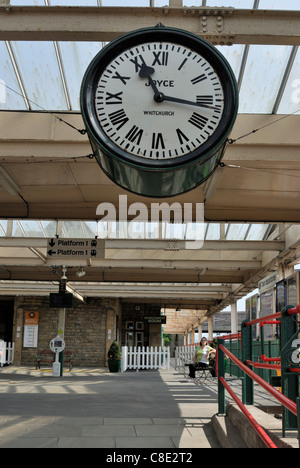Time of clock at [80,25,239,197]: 11:16
